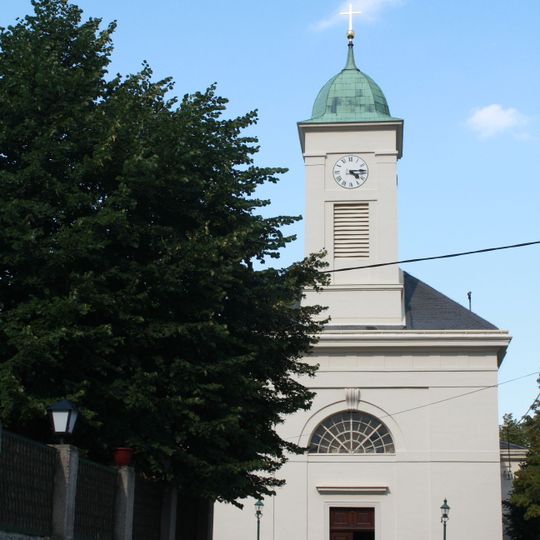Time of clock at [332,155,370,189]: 4:14
